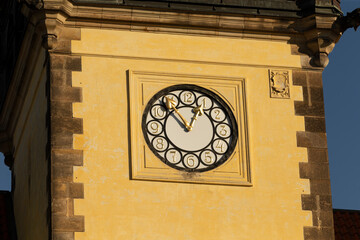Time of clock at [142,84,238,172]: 12:53
